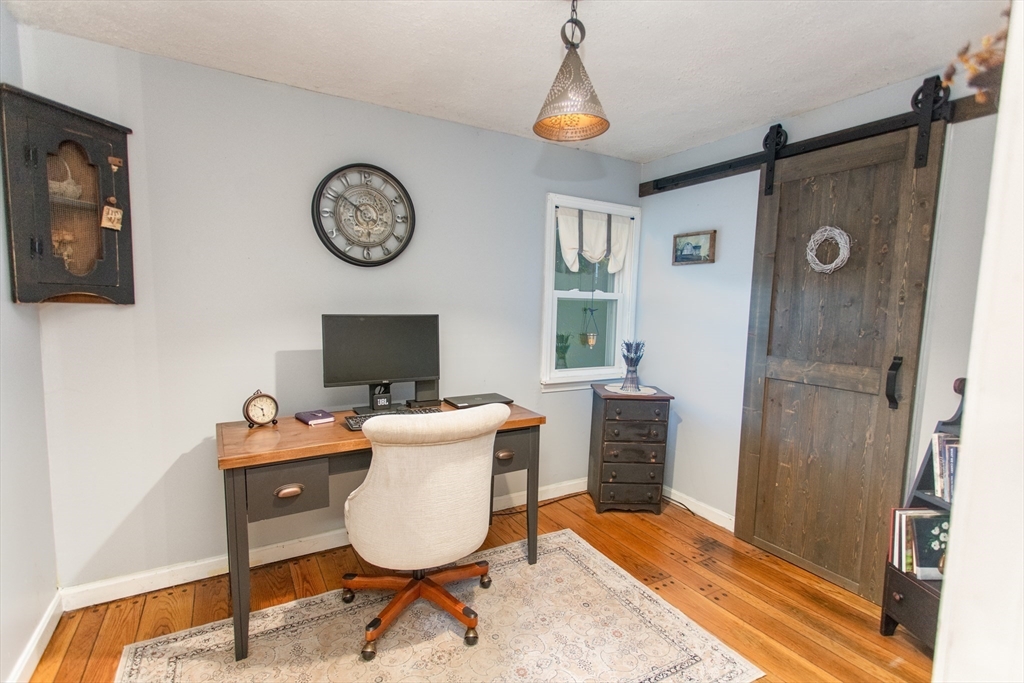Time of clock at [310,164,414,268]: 5:51
